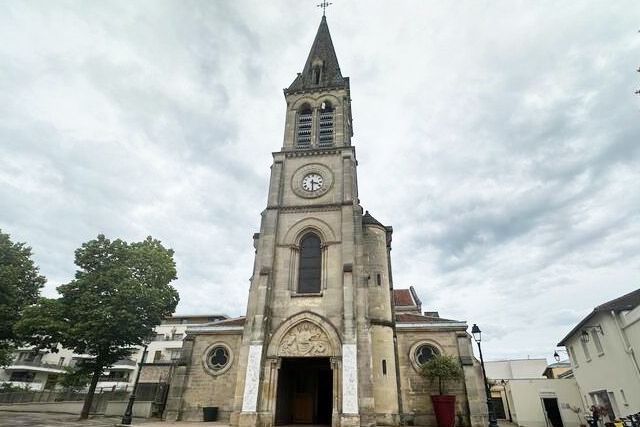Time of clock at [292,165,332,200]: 3:29
